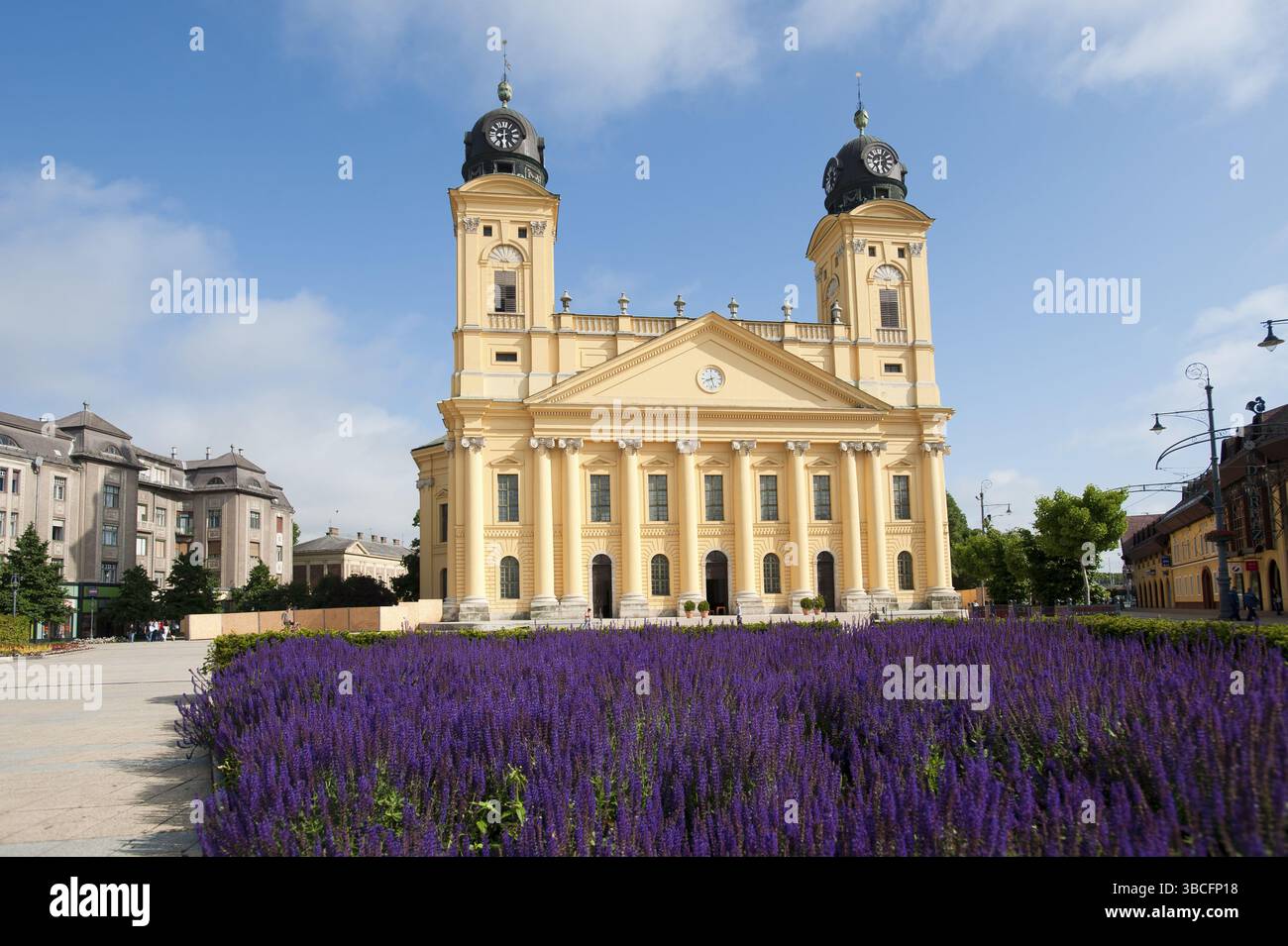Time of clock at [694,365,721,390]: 8:27
